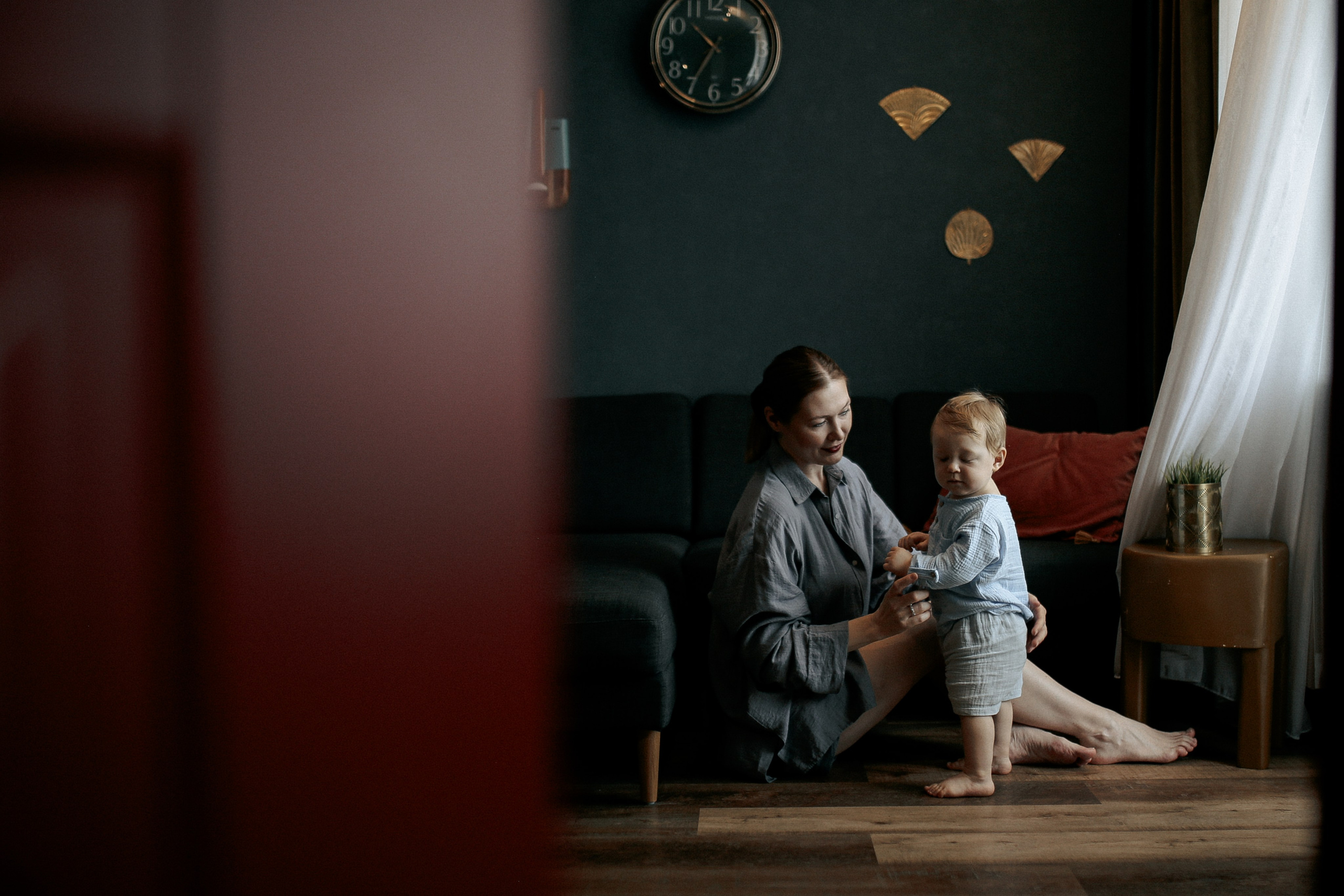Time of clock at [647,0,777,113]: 10:35
